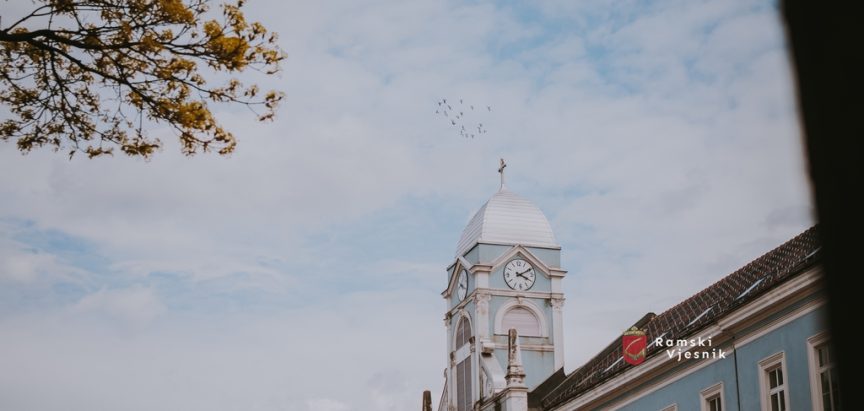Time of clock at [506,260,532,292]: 4:10
